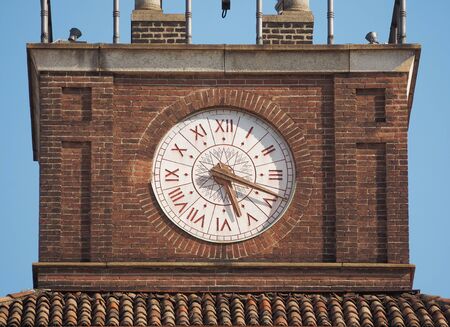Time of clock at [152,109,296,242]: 5:18
